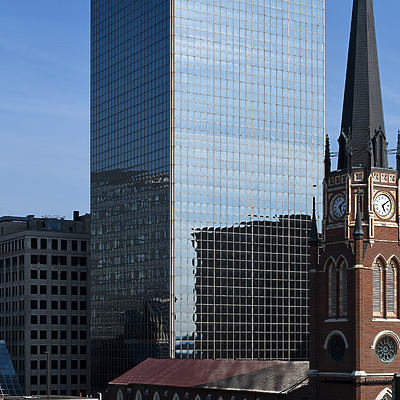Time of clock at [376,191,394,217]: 5:09
